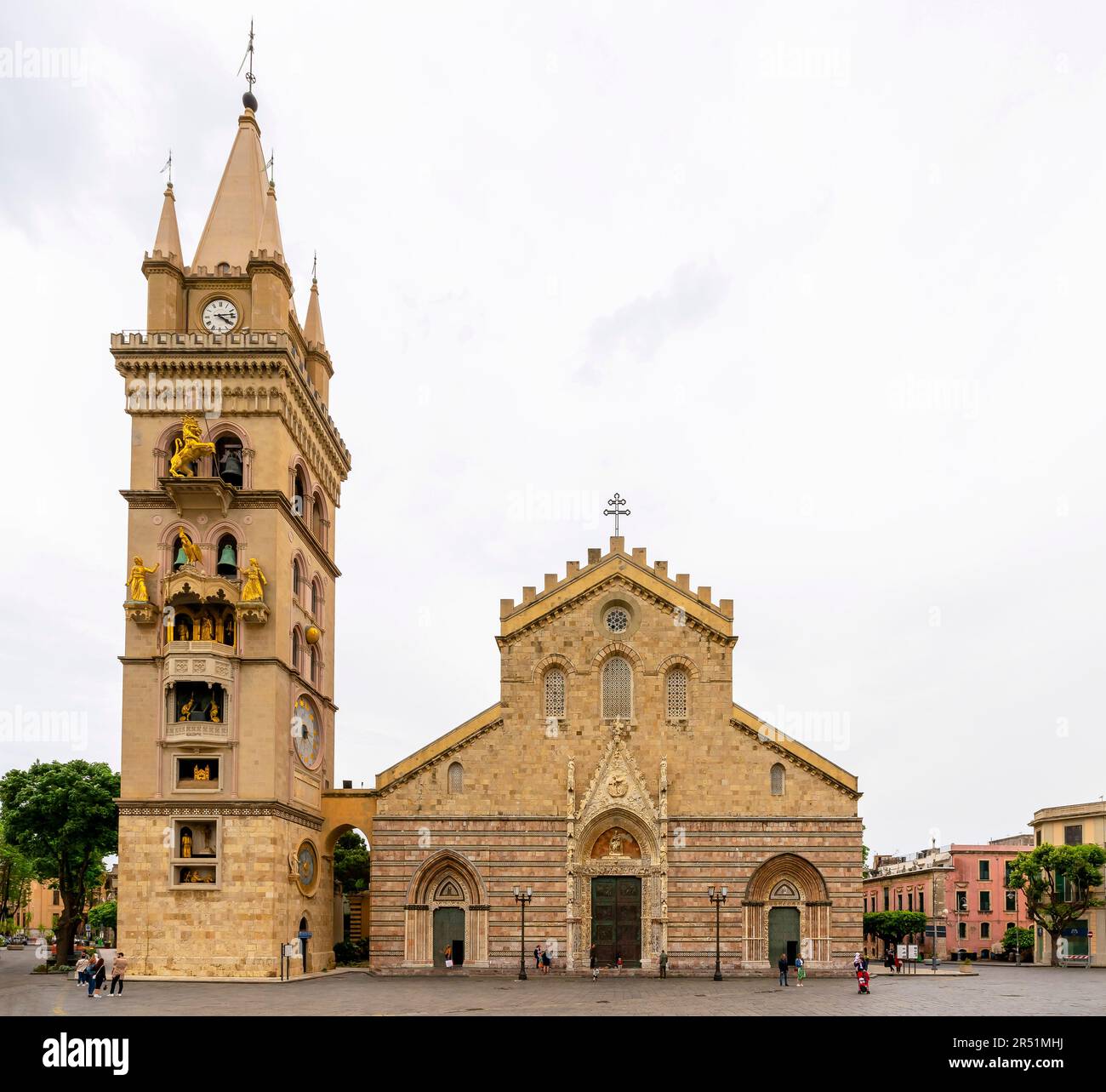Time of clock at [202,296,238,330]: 4:13
